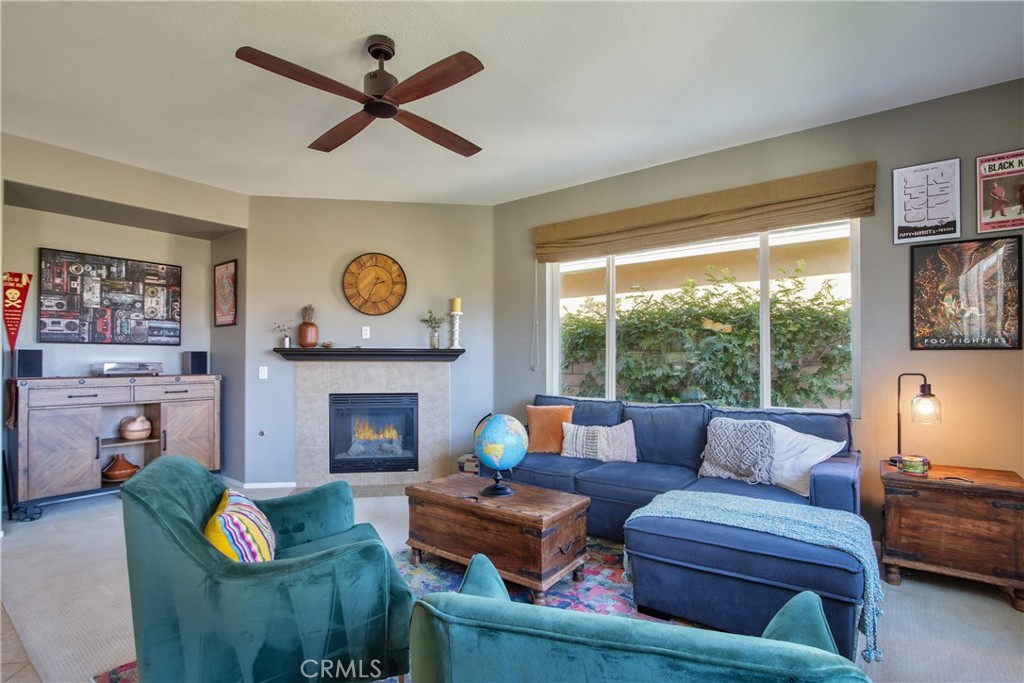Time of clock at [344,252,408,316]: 2:34
